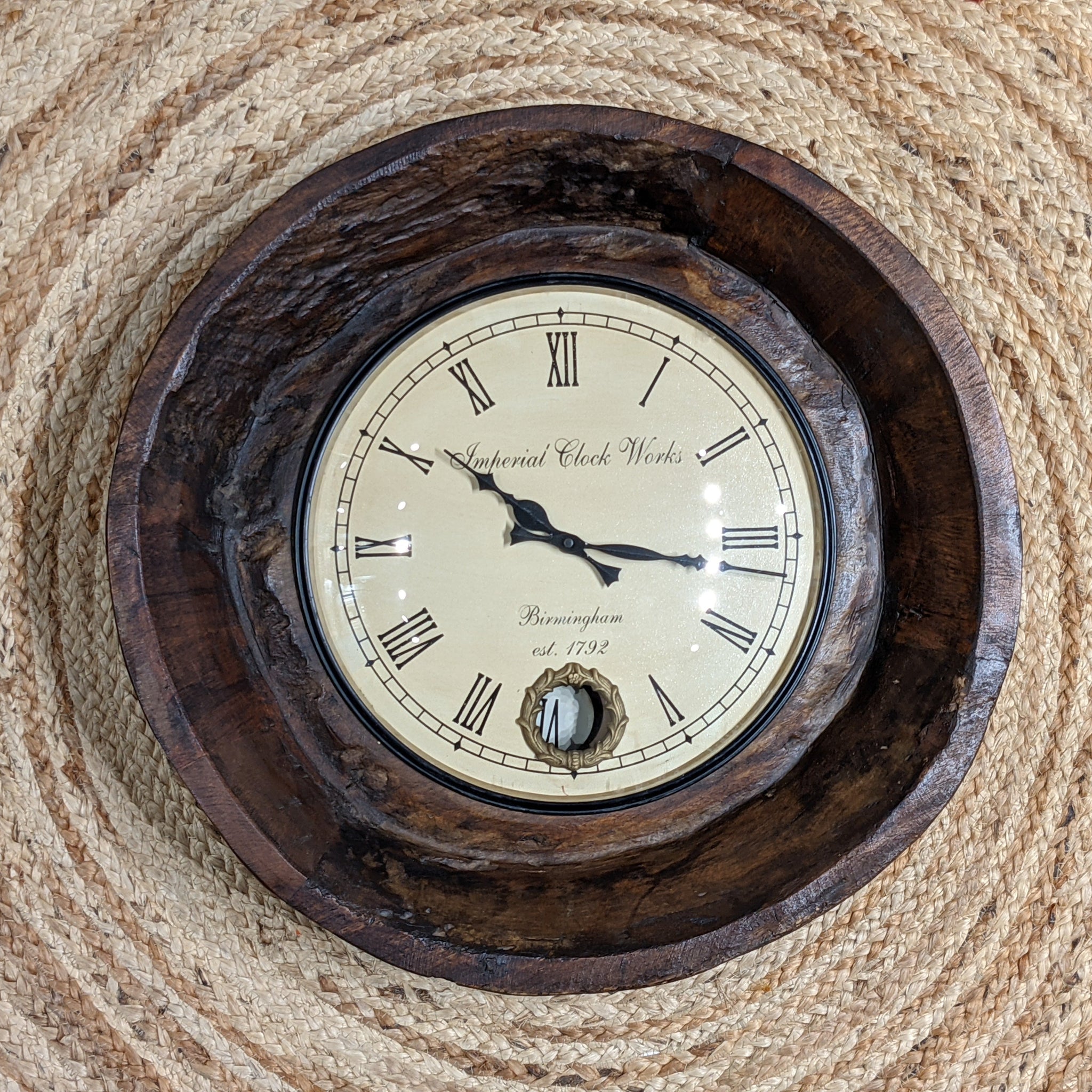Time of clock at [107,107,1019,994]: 10:16
